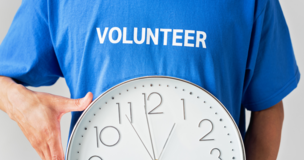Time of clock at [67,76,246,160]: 12:58
